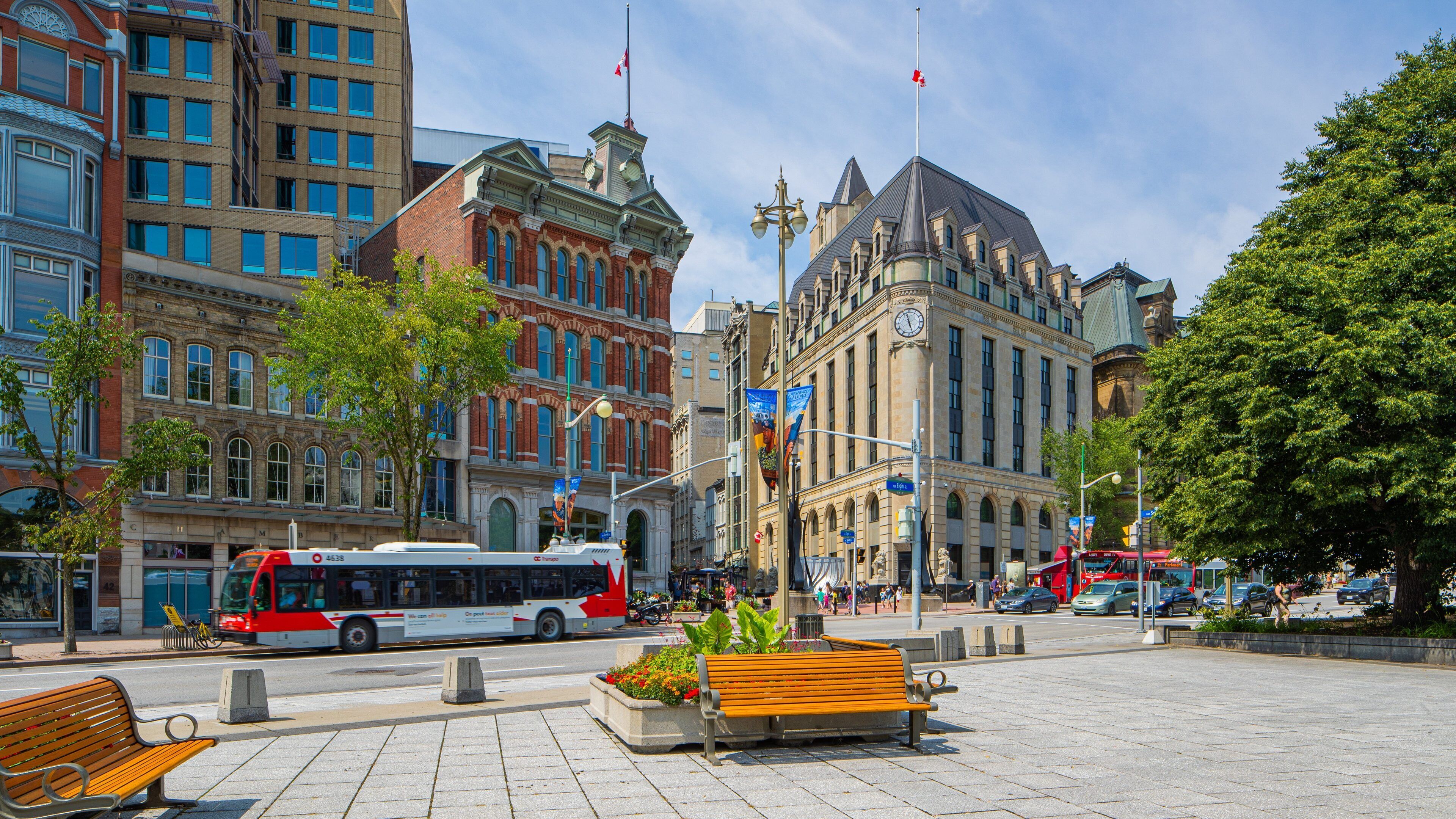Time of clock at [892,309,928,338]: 11:26
